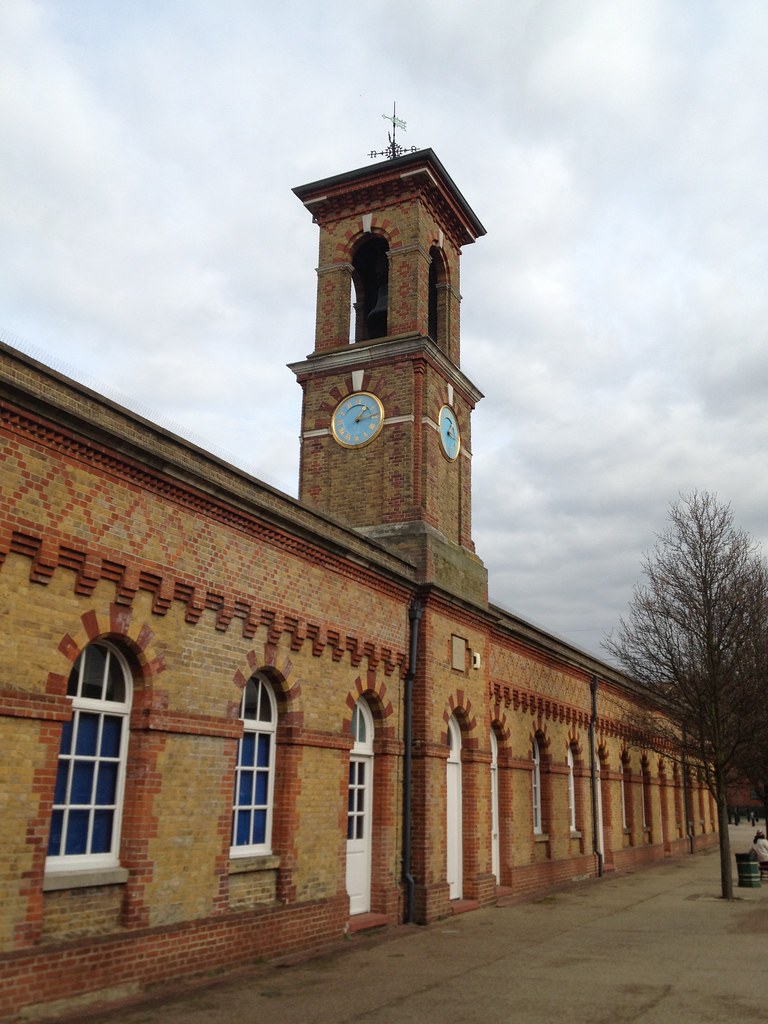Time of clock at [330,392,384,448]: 1:13
